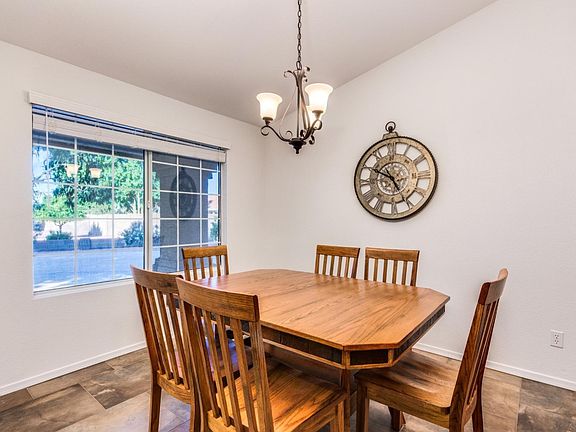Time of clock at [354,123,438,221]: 4:49
